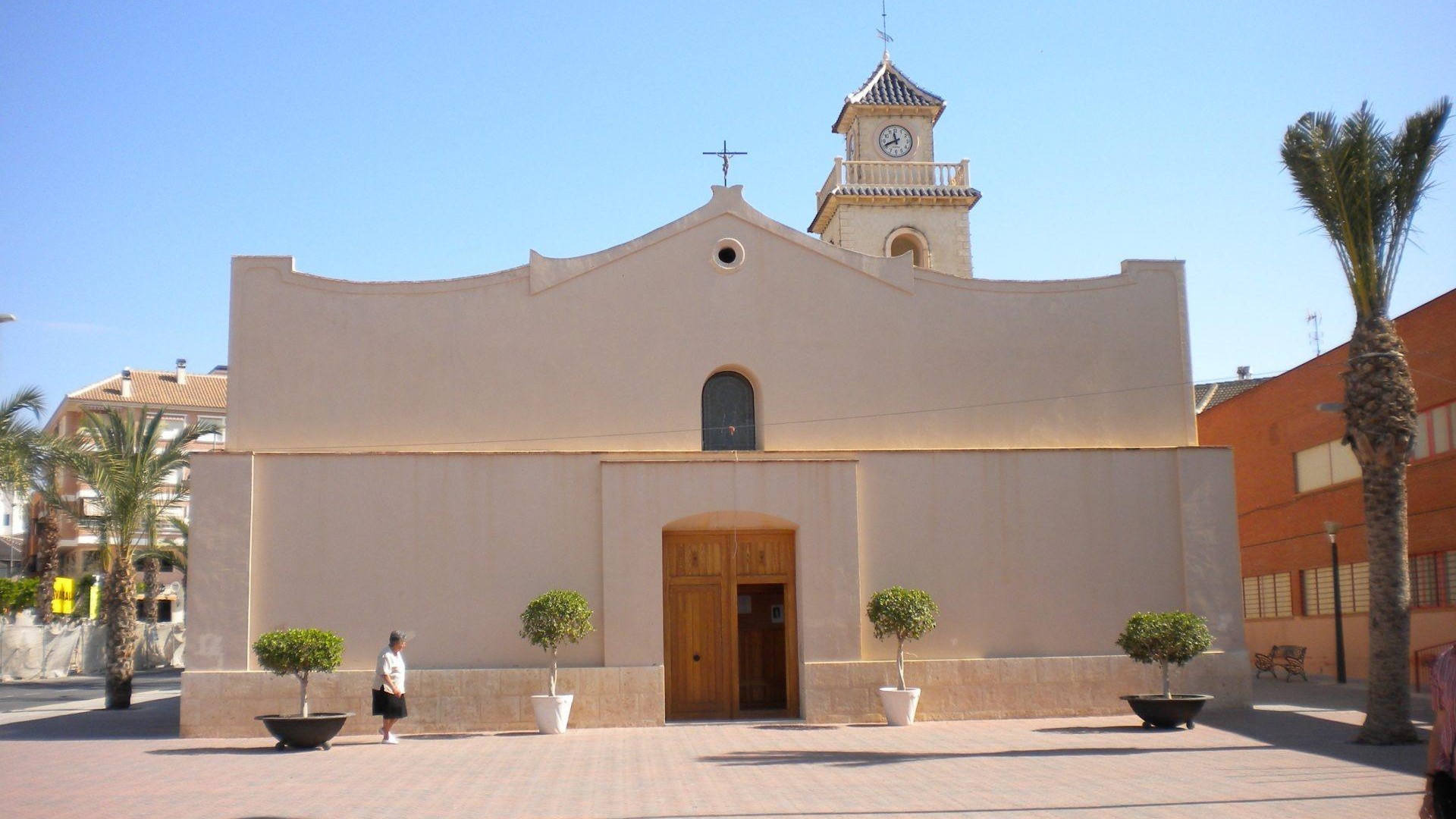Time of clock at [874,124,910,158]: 11:41
